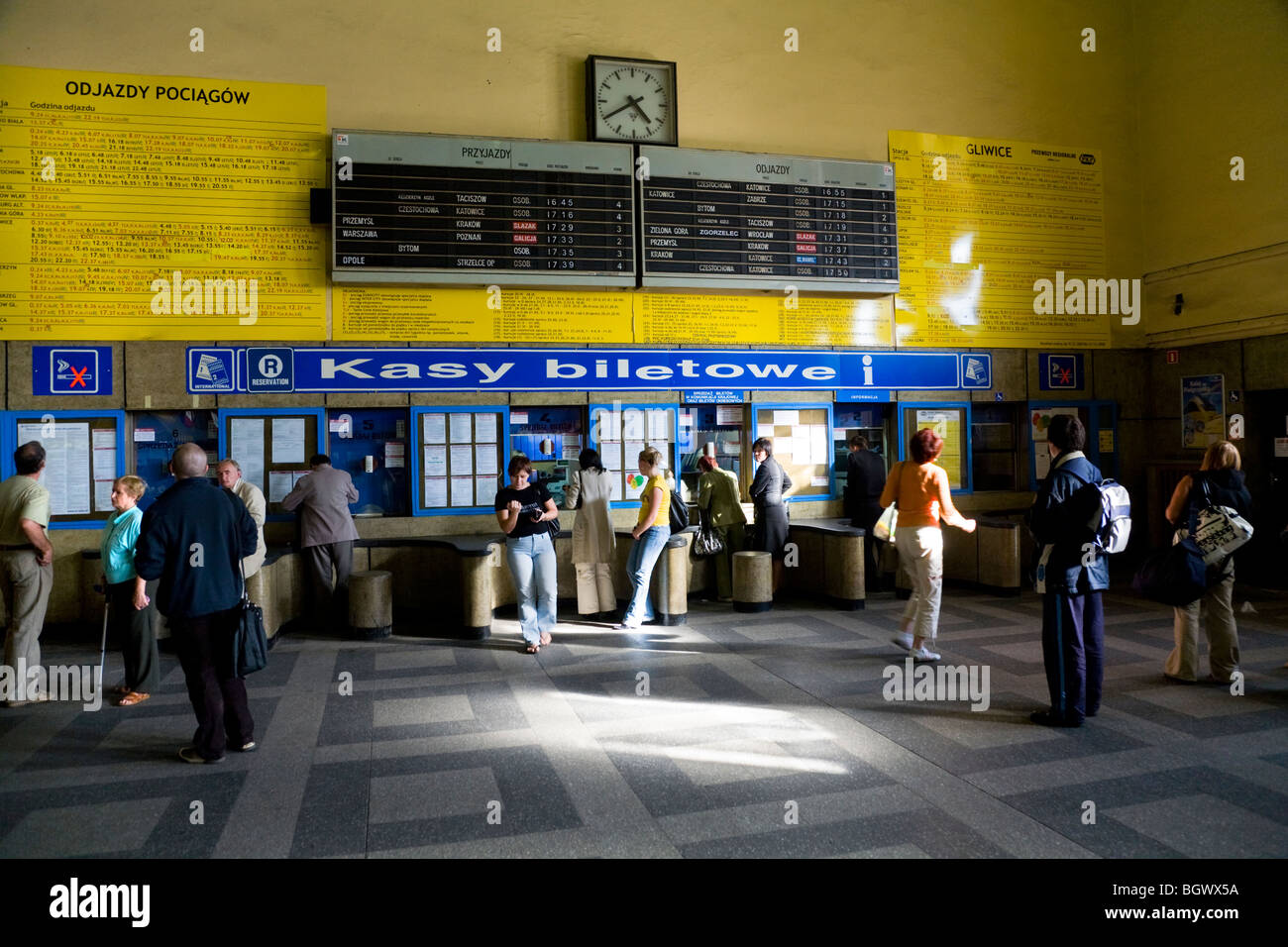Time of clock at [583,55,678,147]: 4:39
